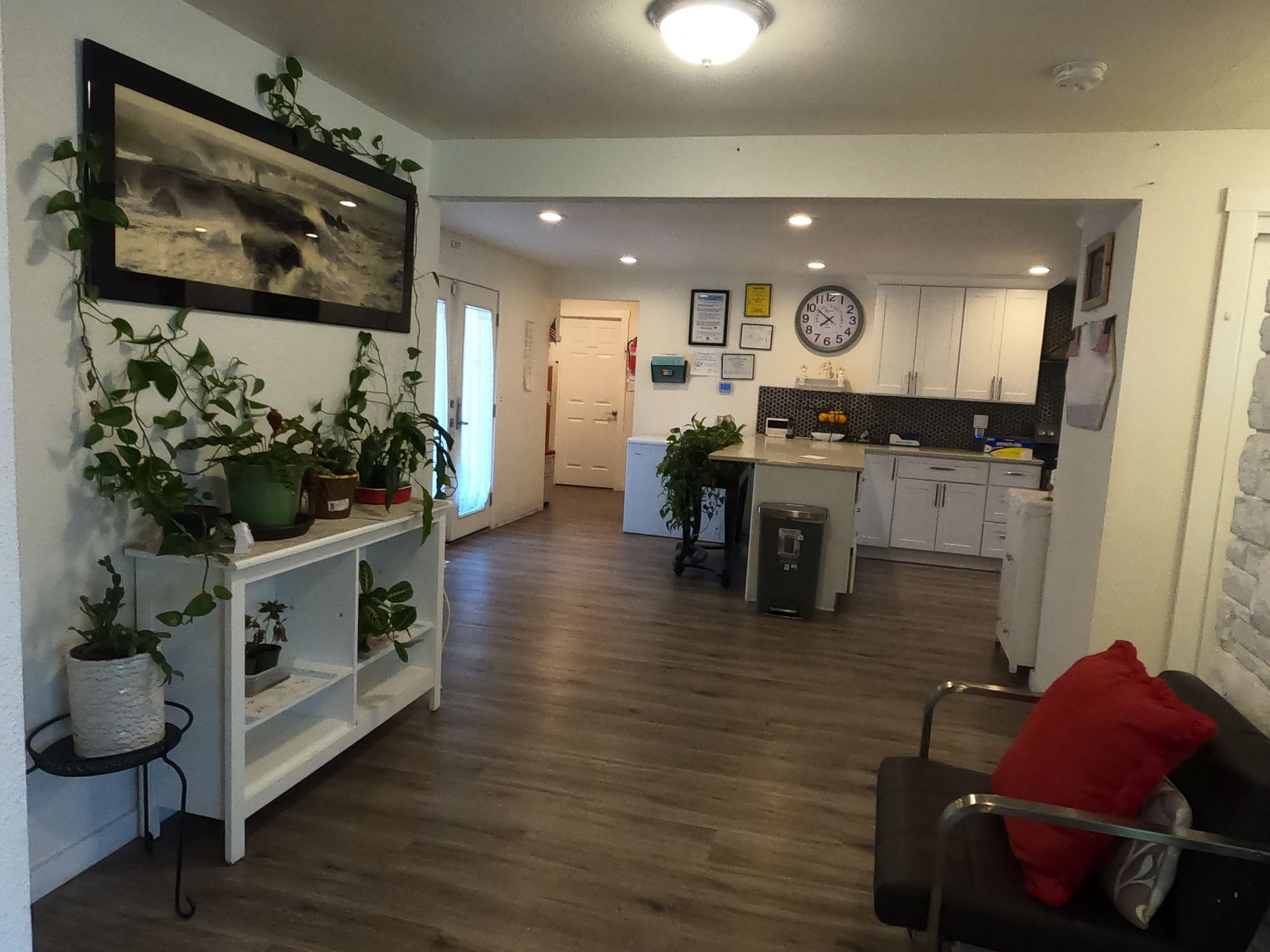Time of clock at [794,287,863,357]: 7:51
